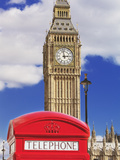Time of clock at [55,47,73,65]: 2:58
